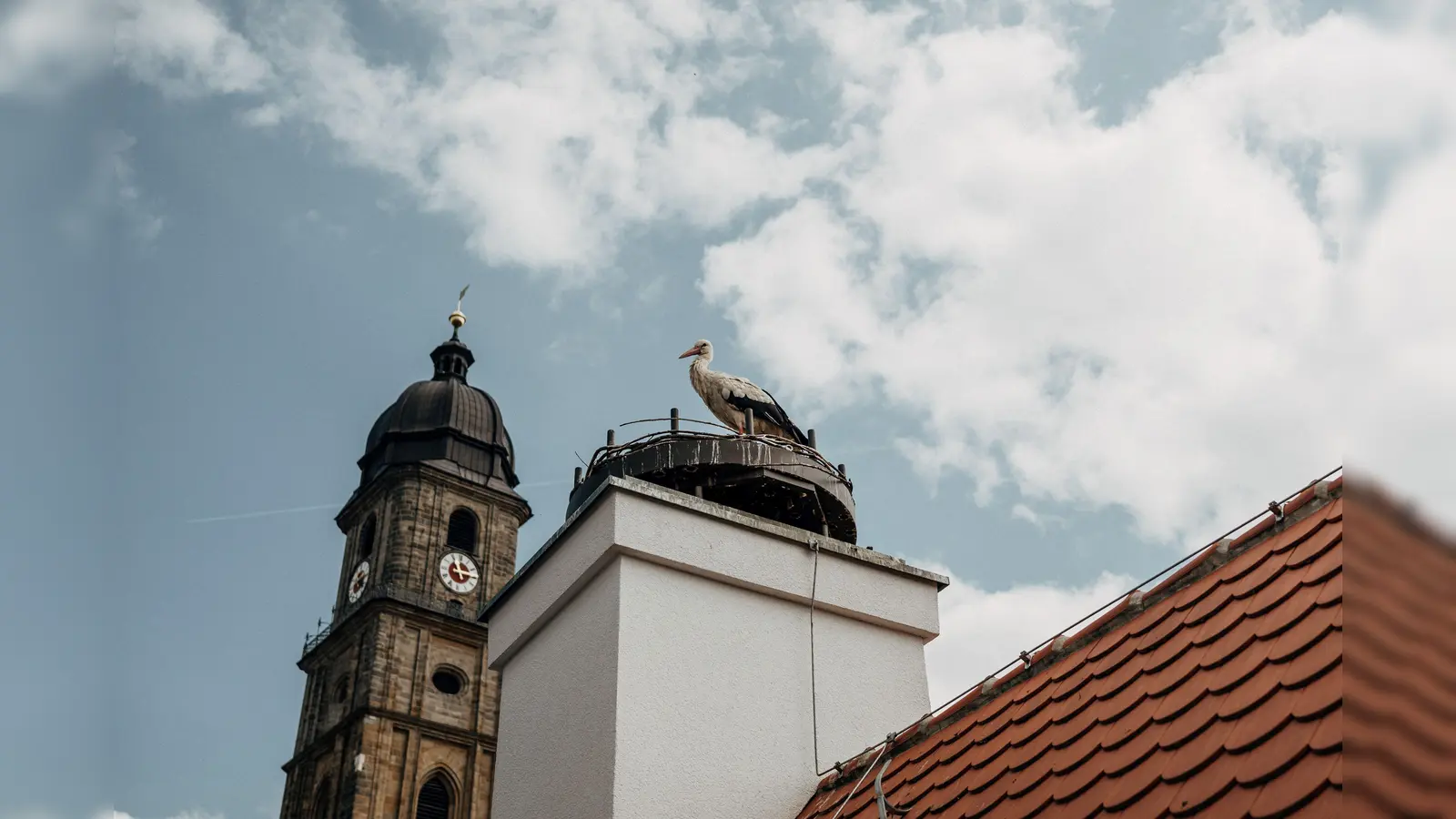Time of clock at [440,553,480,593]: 11:14
